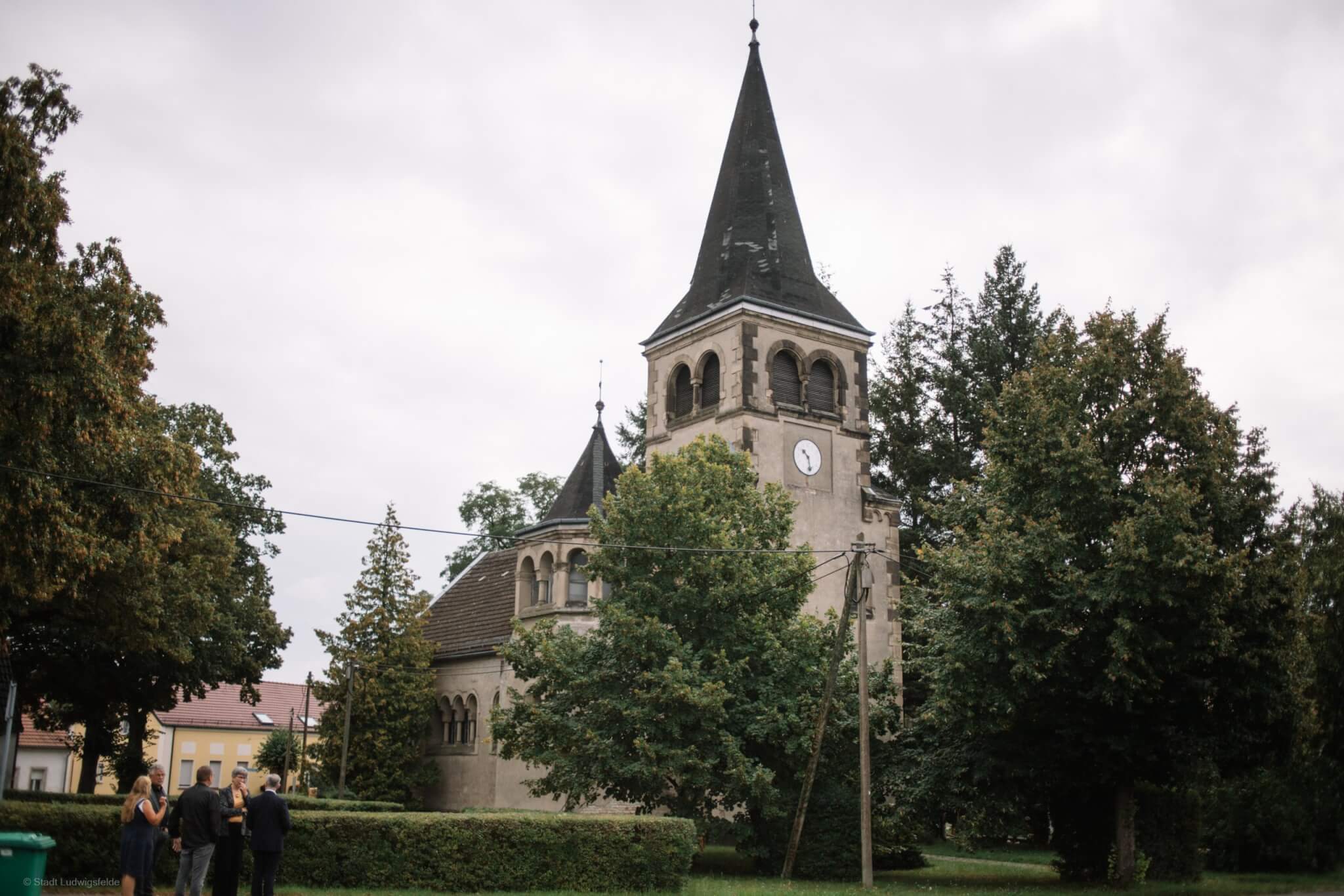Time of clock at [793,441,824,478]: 10:28
